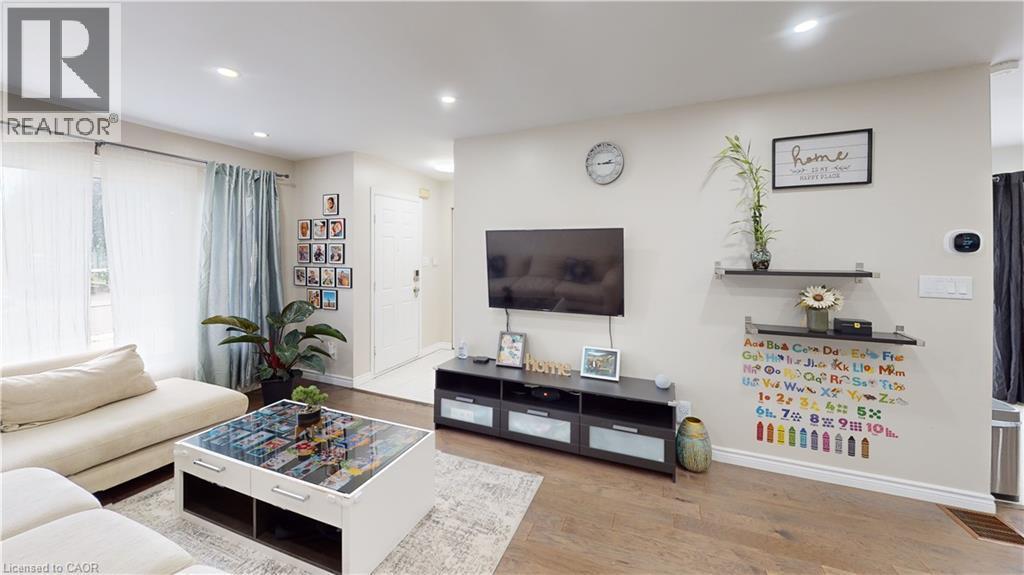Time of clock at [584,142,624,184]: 2:14
